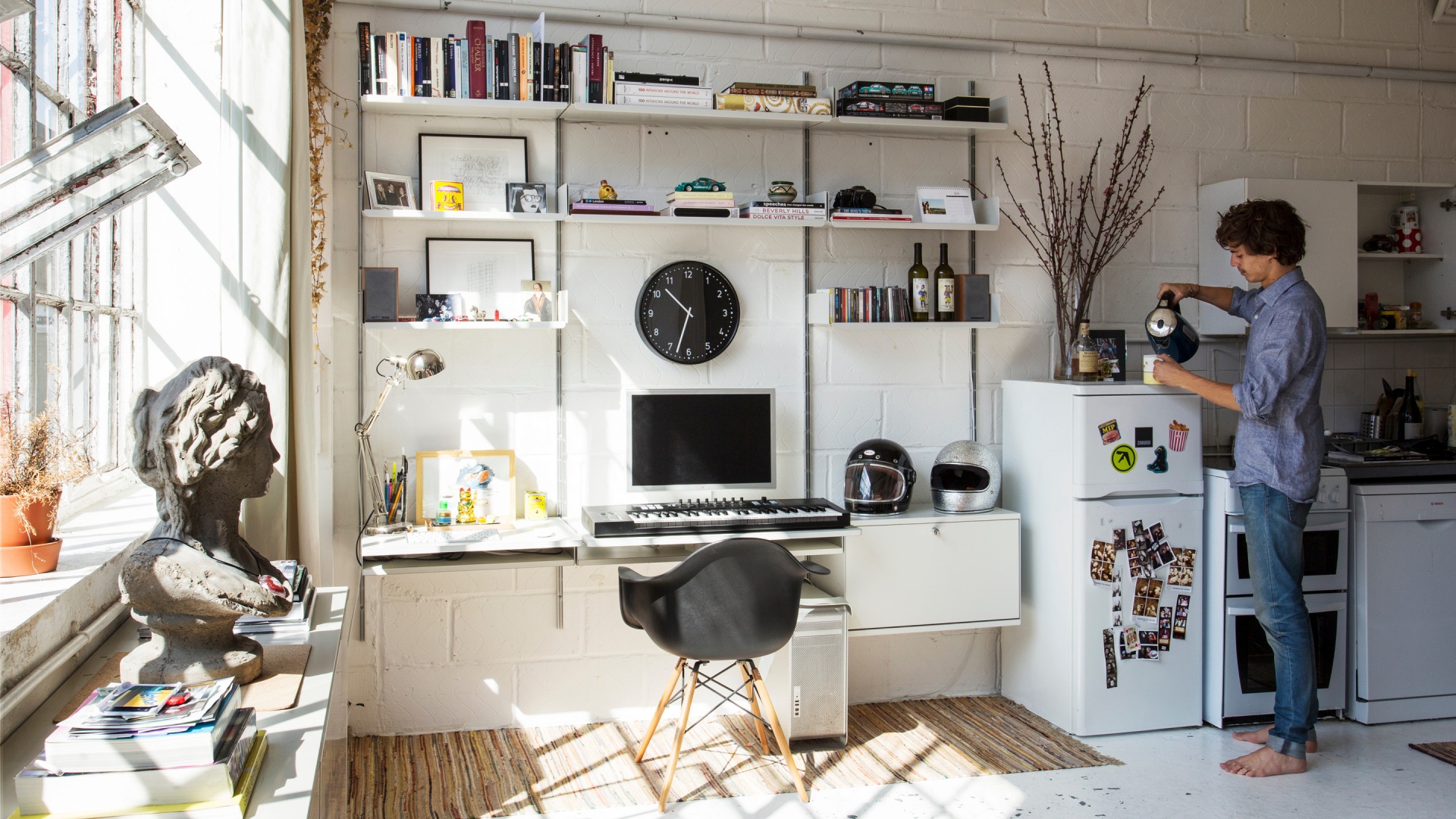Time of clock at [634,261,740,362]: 10:32
